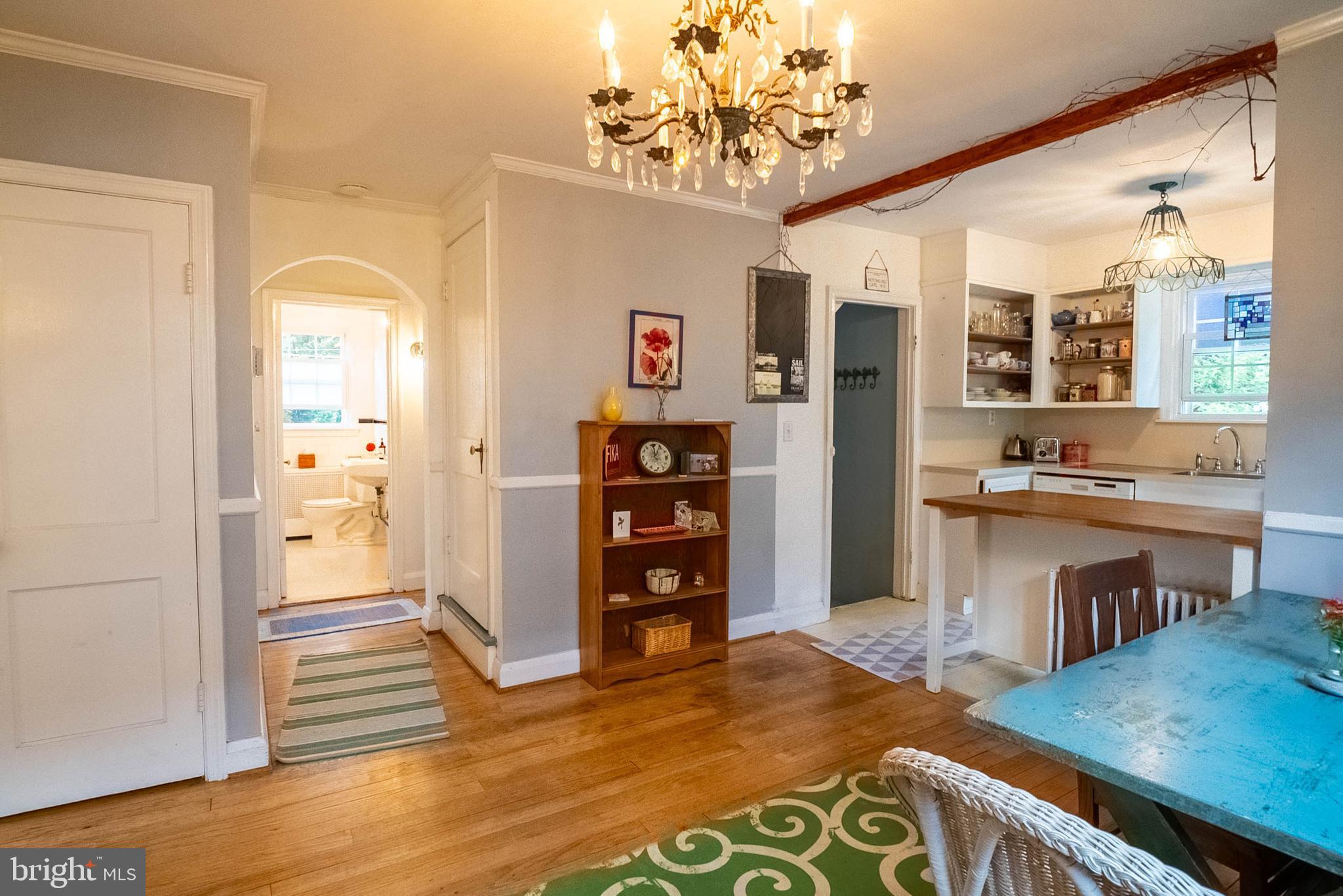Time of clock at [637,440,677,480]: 12:04
